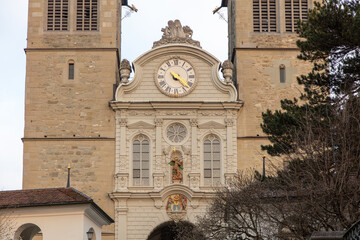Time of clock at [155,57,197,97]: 4:22
